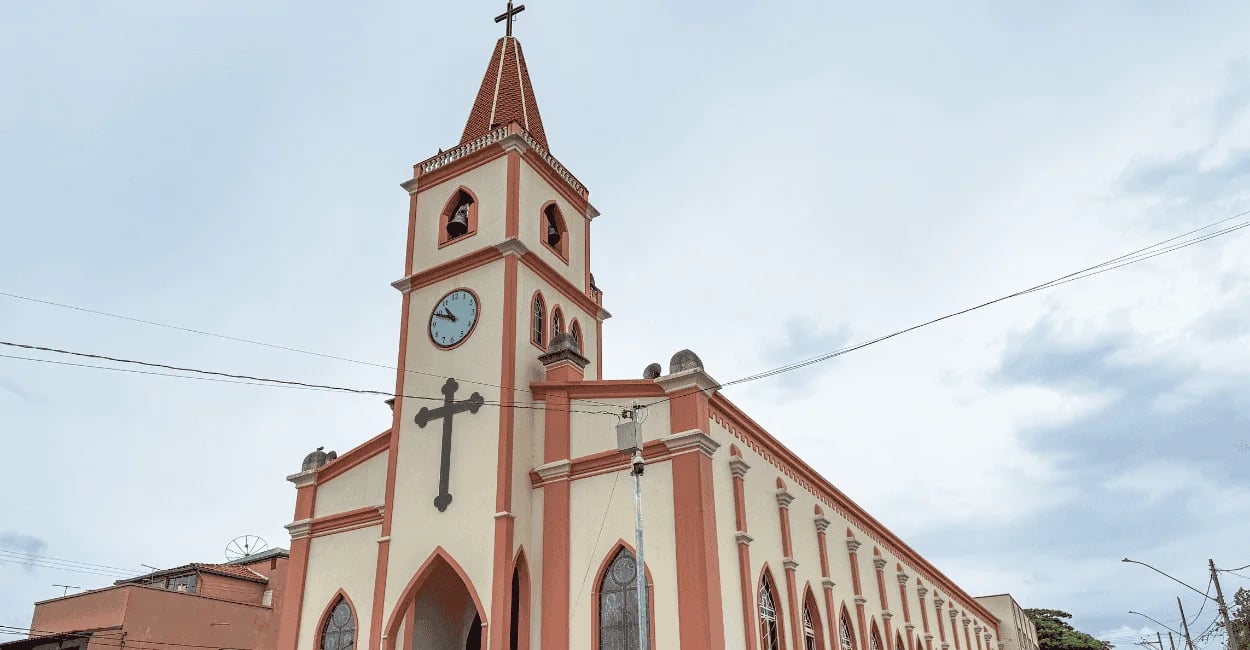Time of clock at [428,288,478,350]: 10:49
